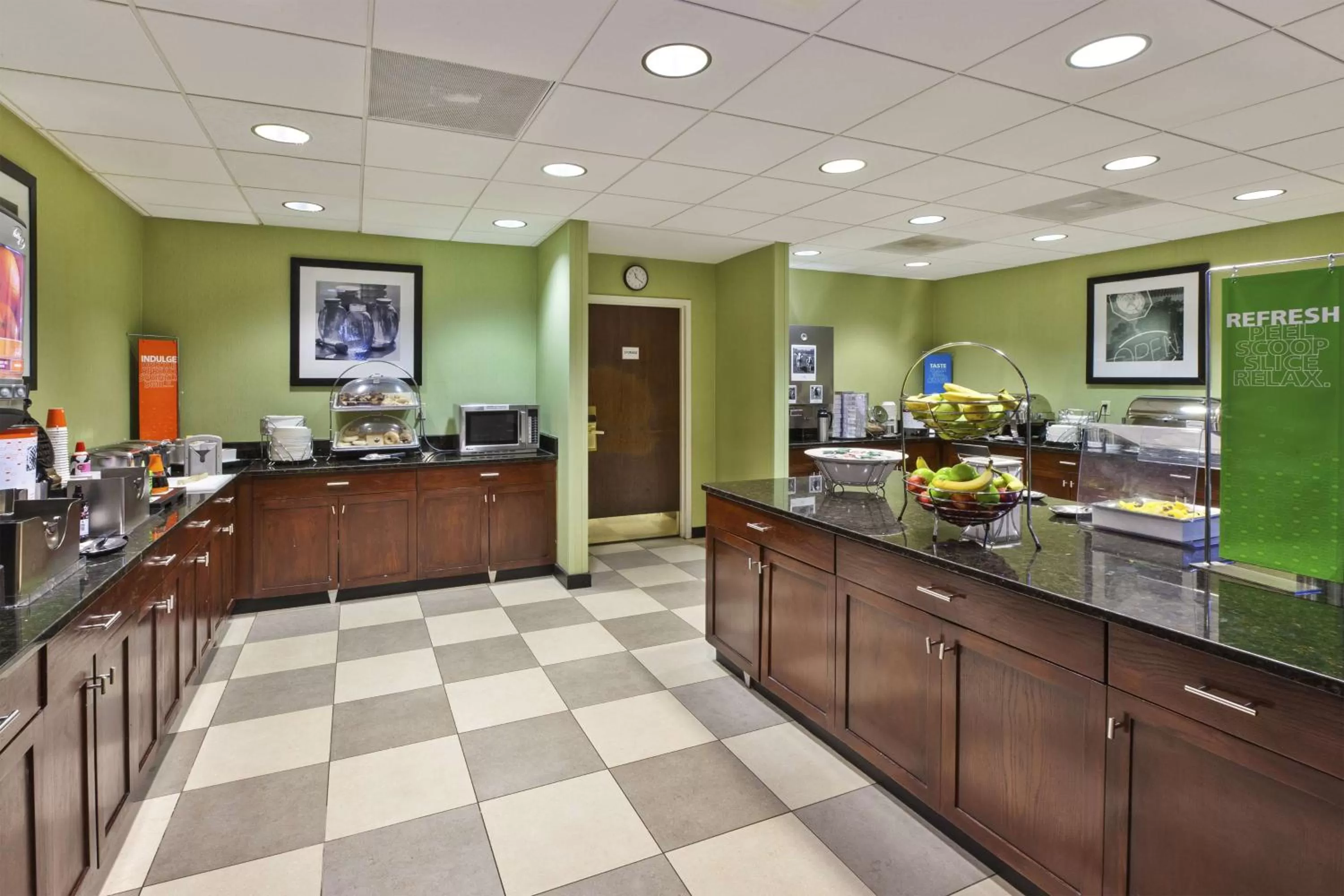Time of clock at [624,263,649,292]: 11:20
